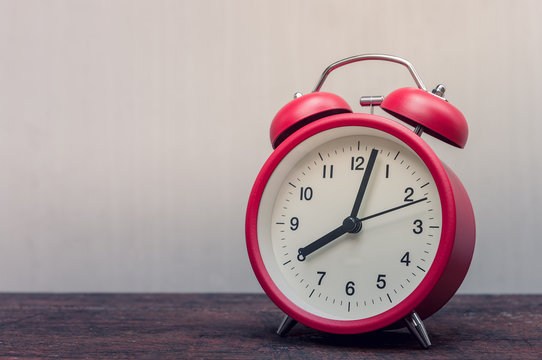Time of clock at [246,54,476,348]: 8:02
